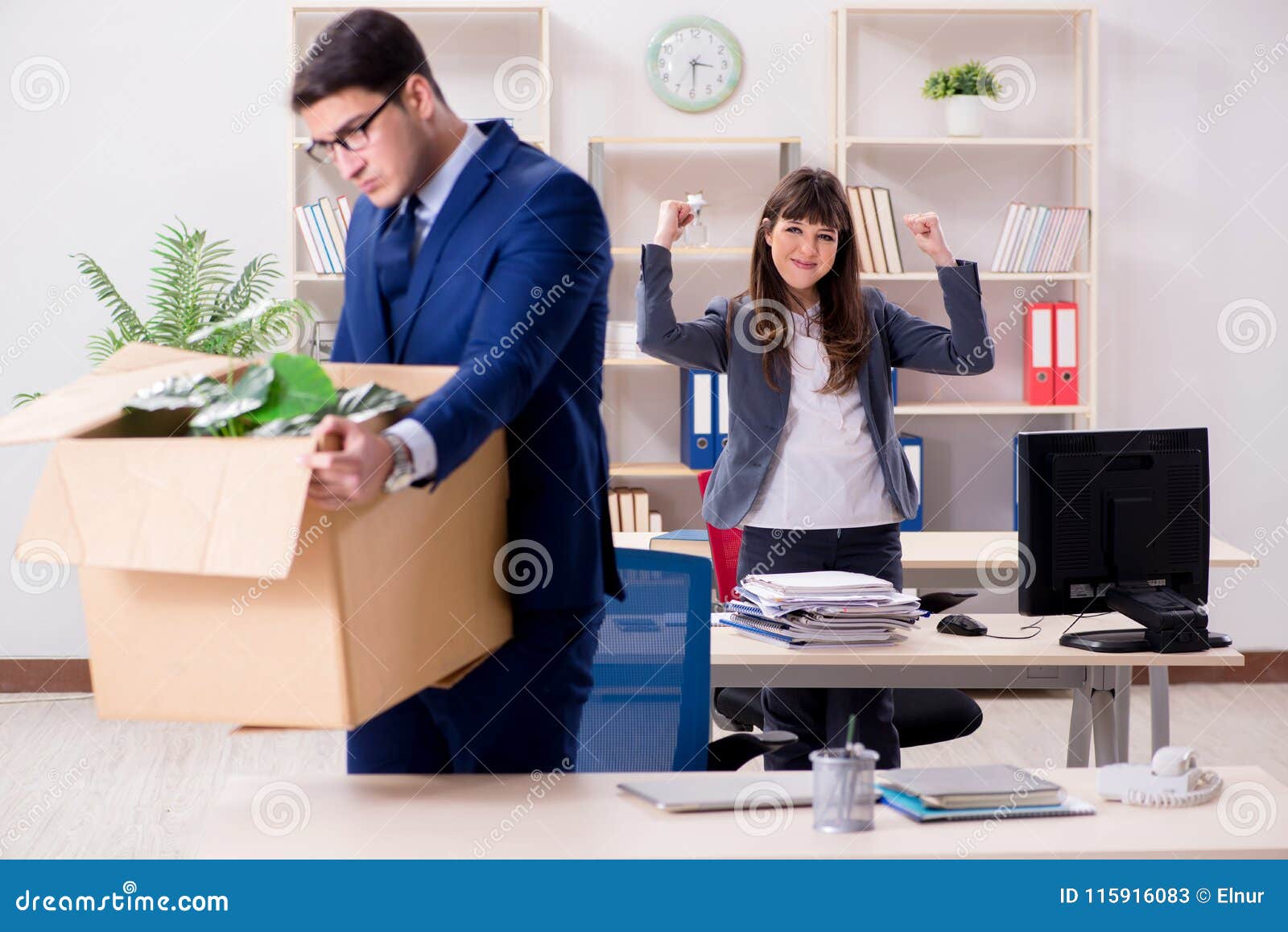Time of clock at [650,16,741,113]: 3:29
